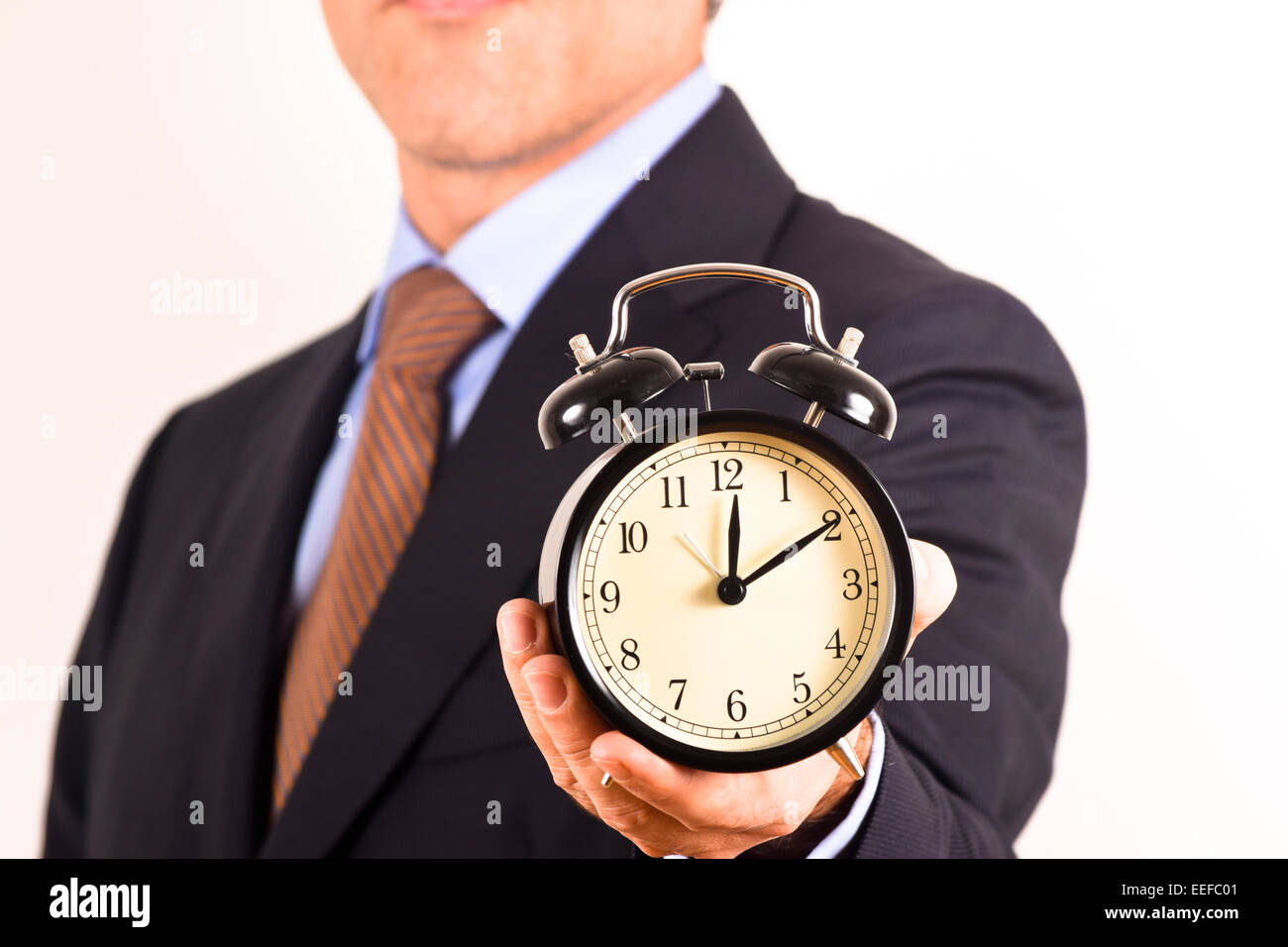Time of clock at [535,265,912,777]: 12:09
